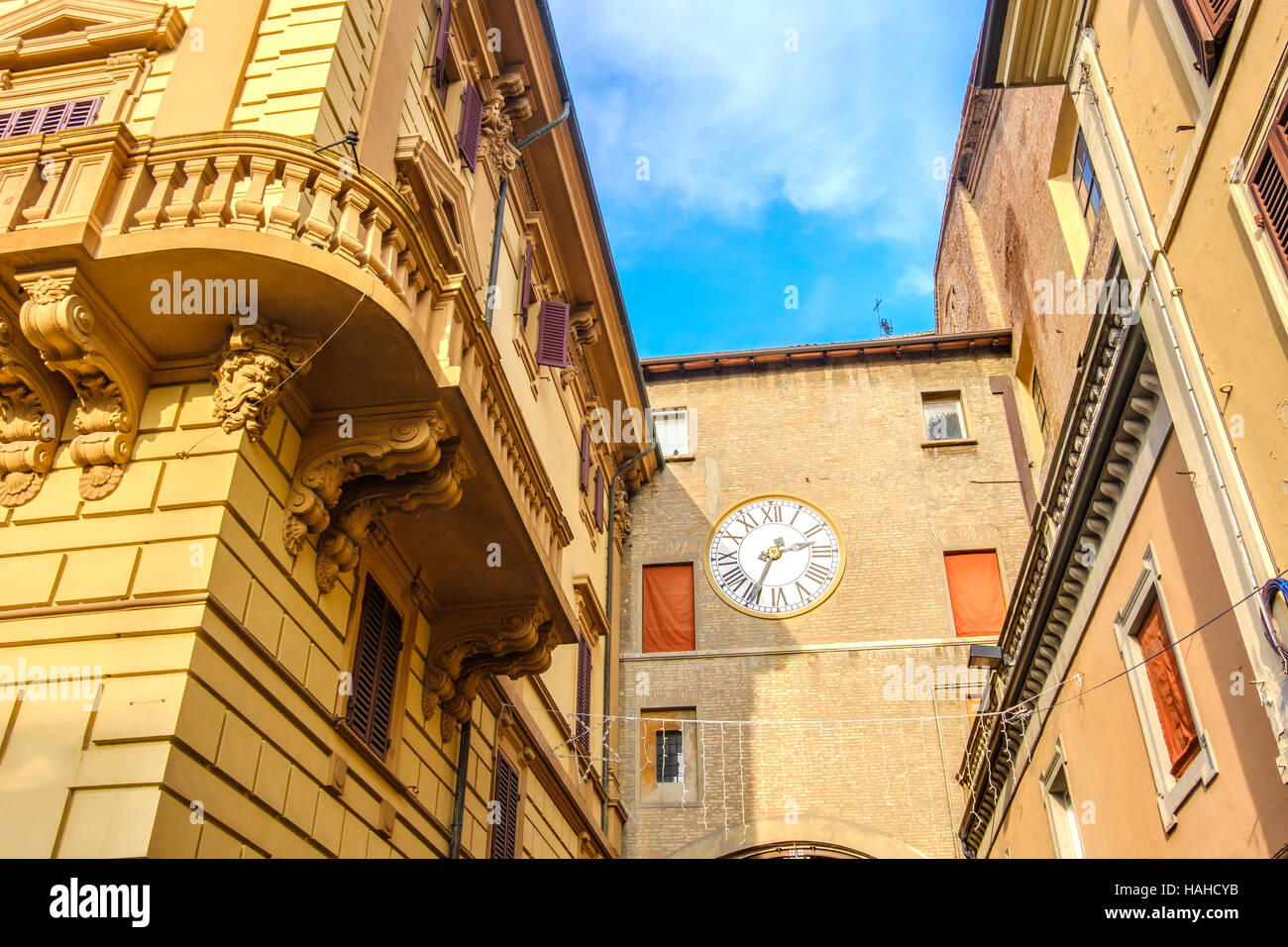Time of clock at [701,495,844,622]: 2:34
